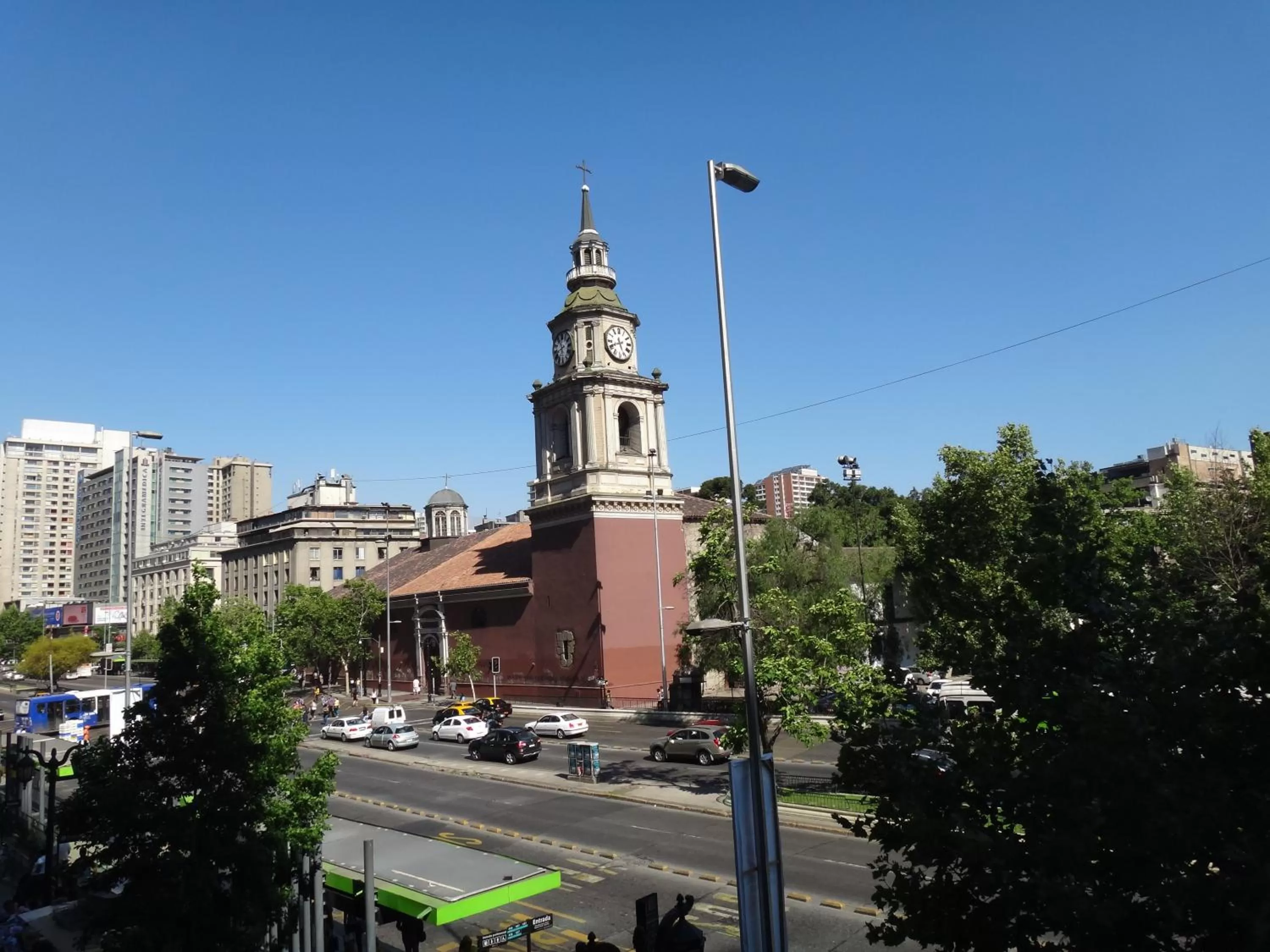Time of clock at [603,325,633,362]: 11:41
